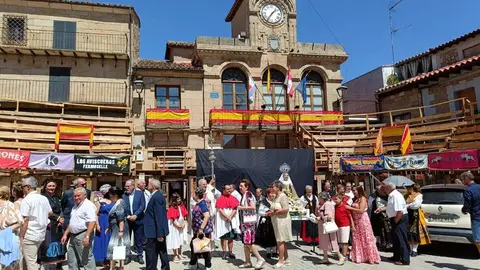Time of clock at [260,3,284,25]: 1:36
